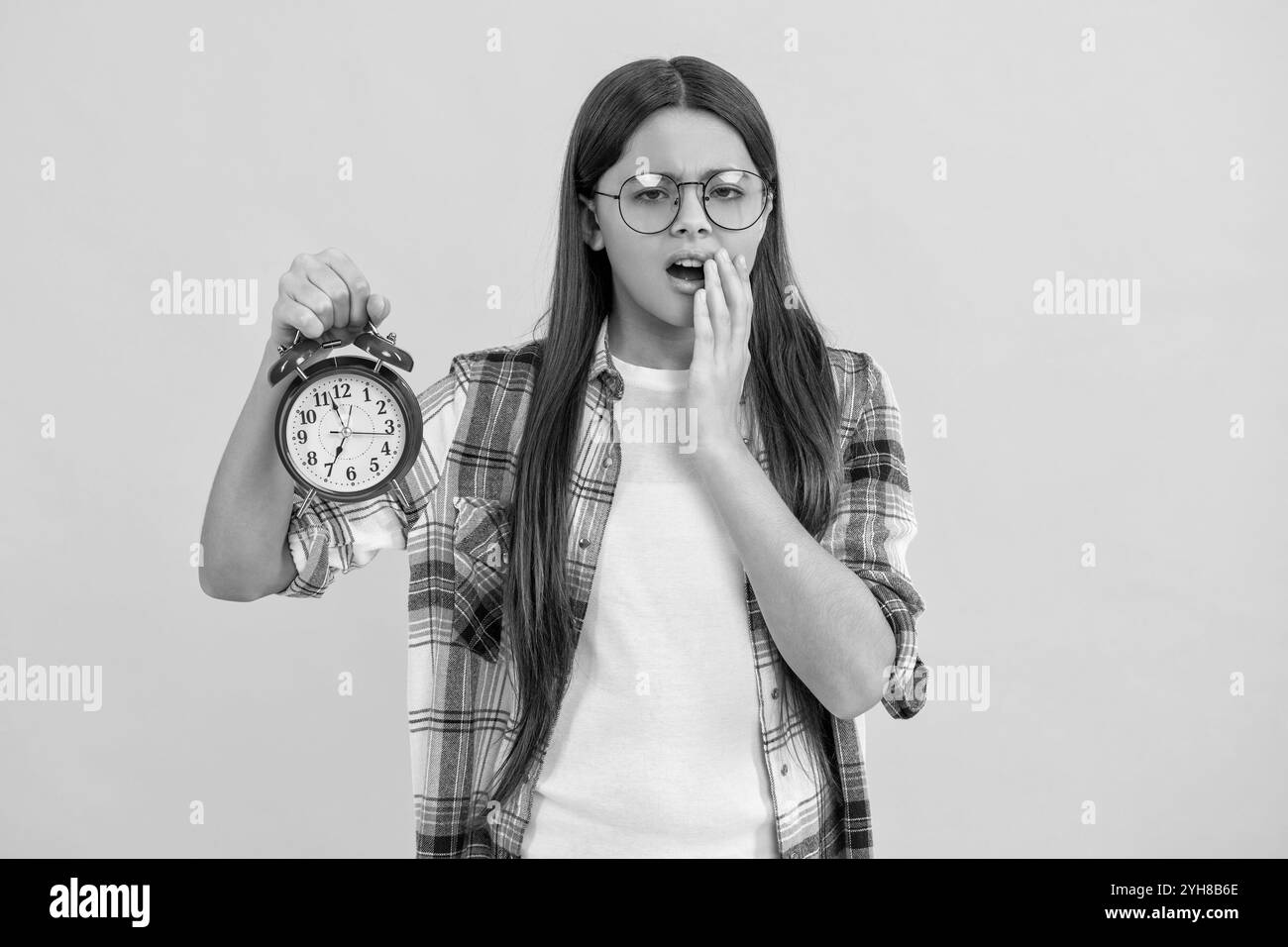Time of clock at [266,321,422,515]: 6:57
